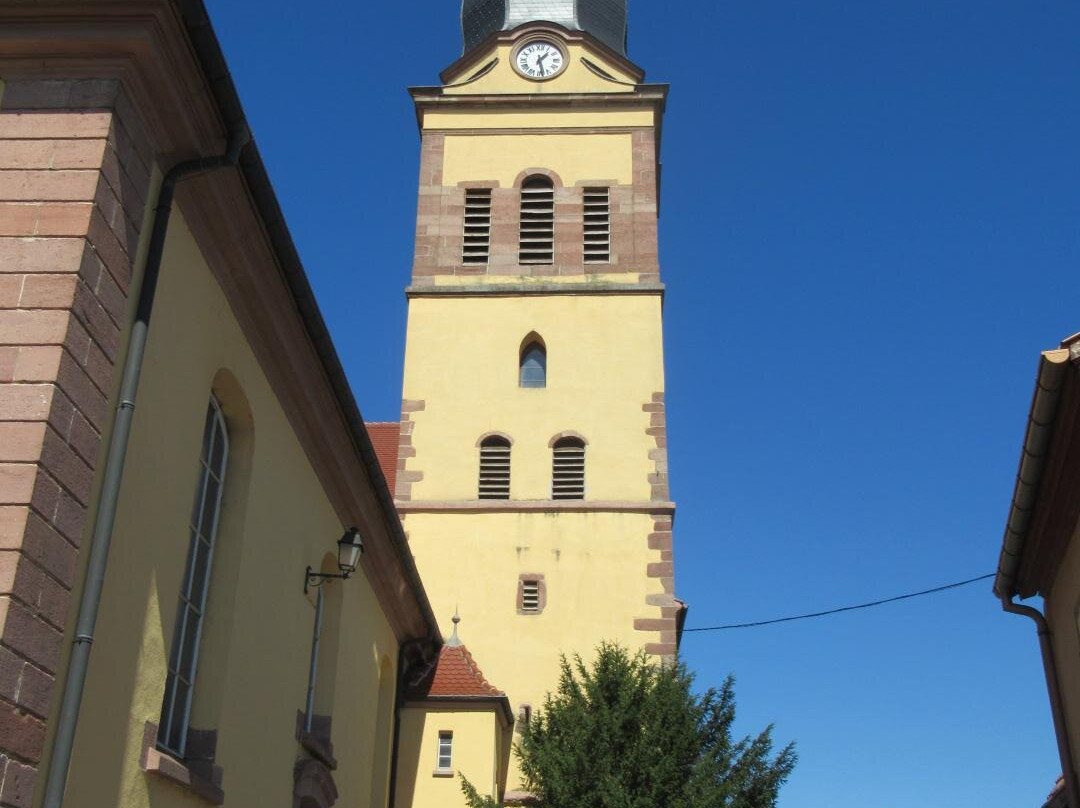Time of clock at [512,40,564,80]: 1:28
